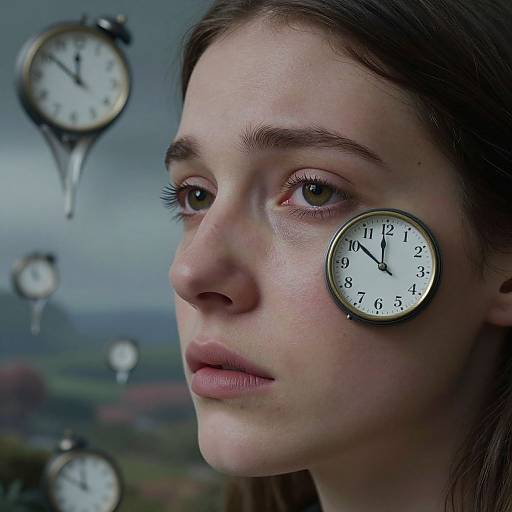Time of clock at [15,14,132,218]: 11:51
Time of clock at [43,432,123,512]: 11:50
